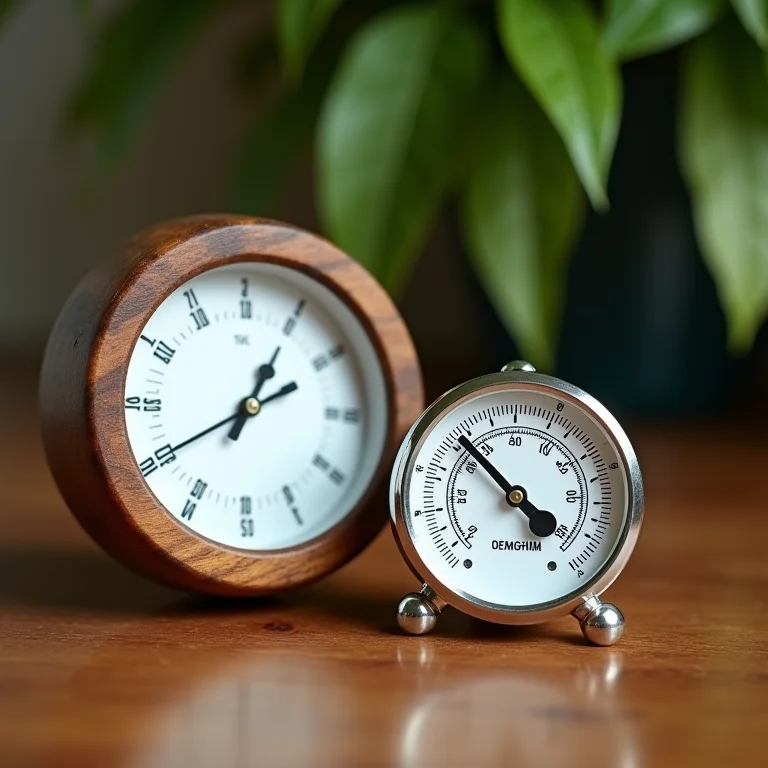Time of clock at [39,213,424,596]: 1:10
